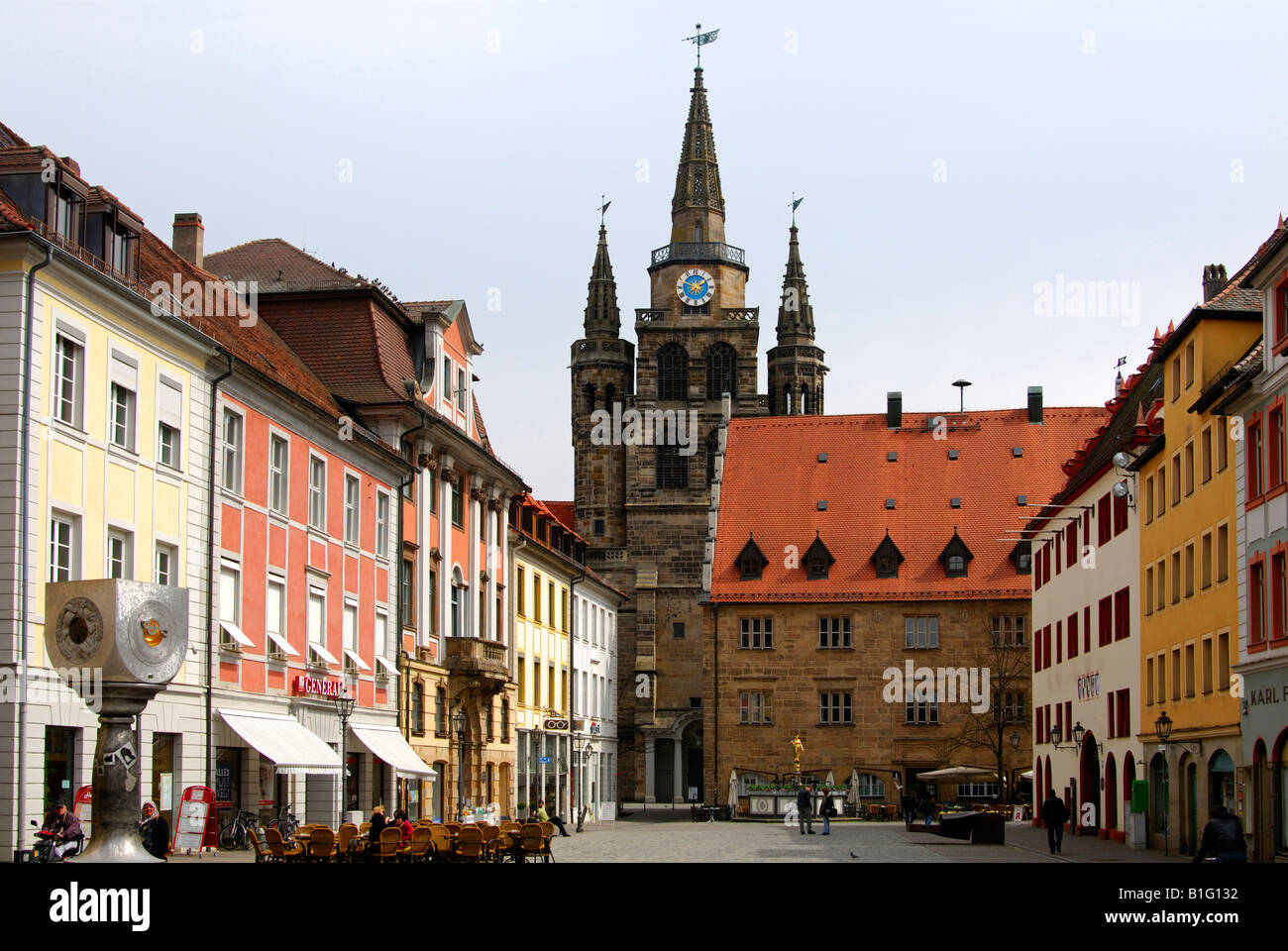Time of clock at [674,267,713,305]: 1:49
